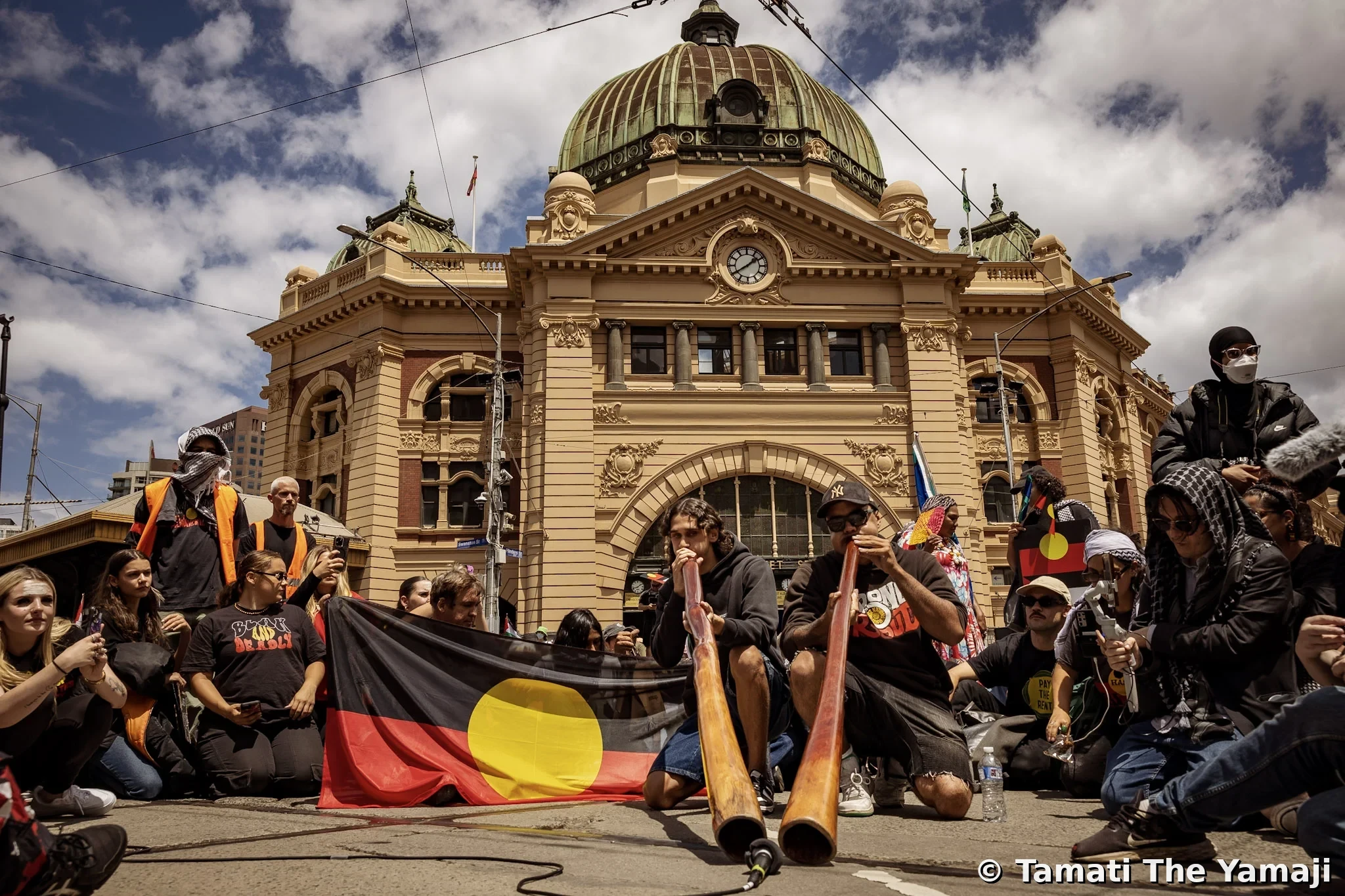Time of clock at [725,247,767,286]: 1:39
